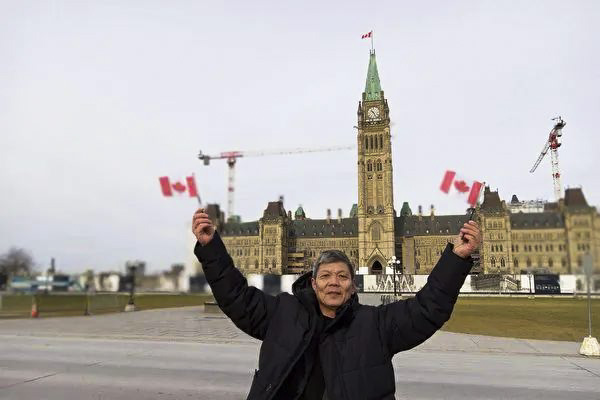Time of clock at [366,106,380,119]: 10:26
